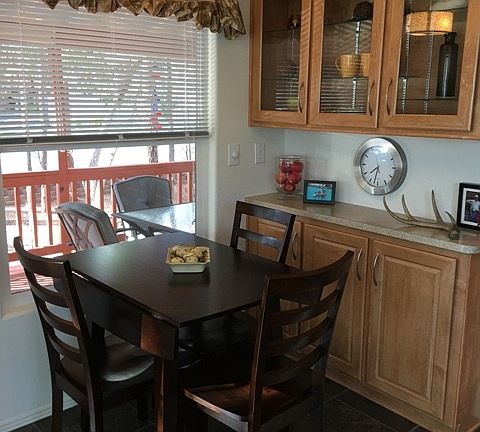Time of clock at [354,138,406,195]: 7:32
